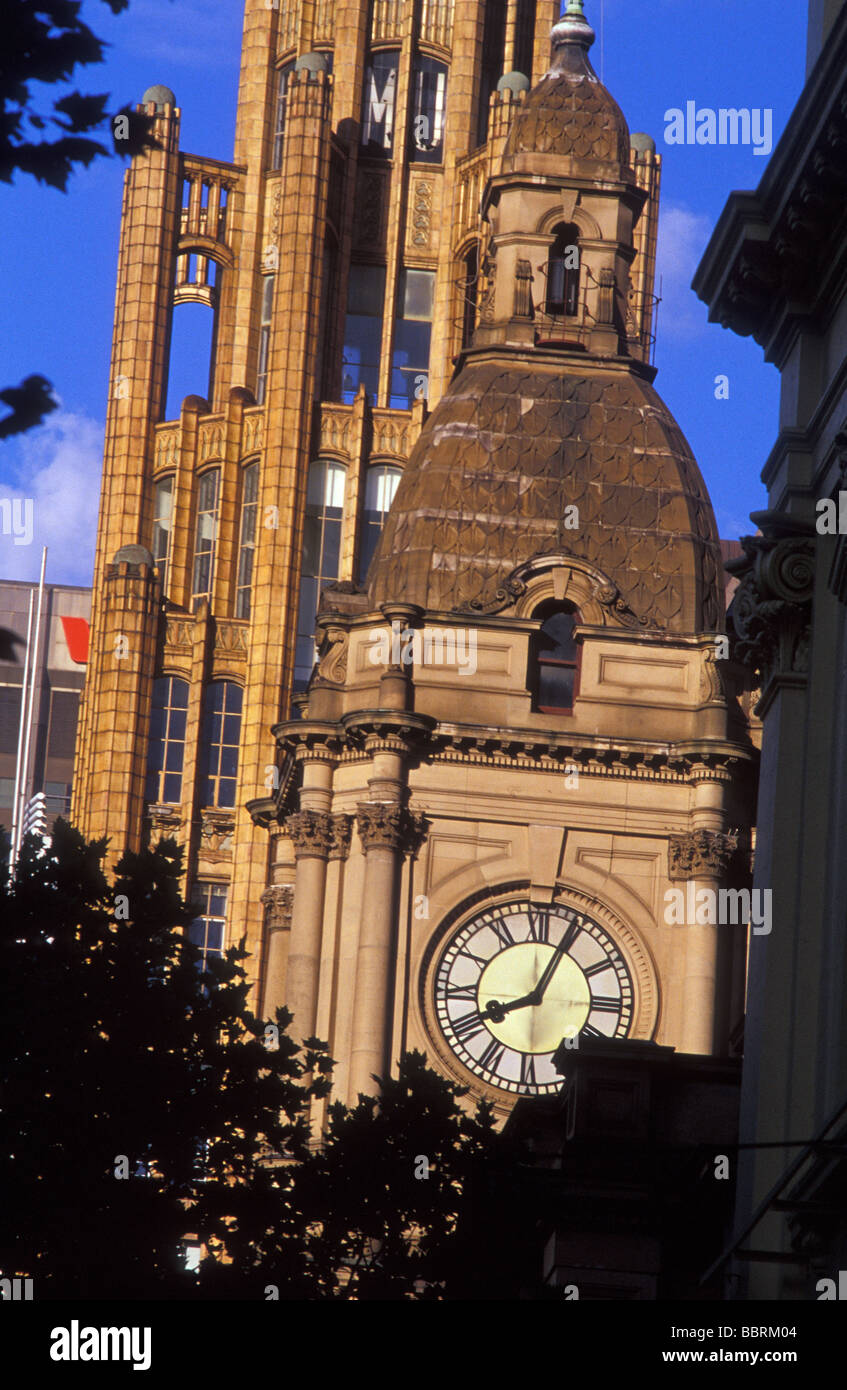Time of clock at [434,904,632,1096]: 8:04
